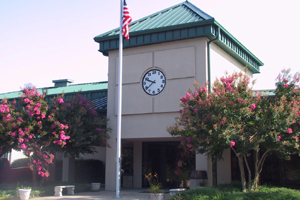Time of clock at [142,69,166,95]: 9:38
